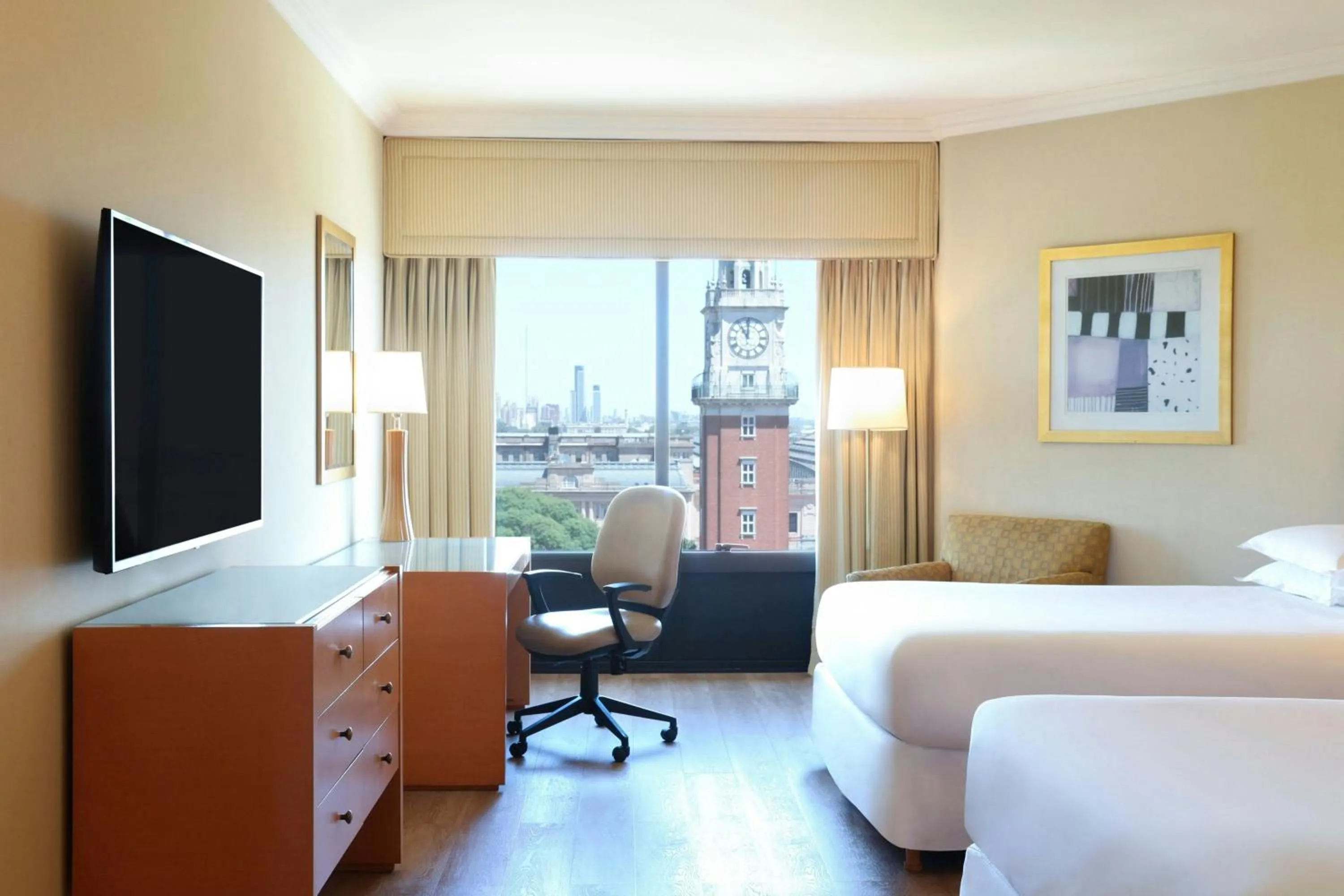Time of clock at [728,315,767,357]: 11:00
